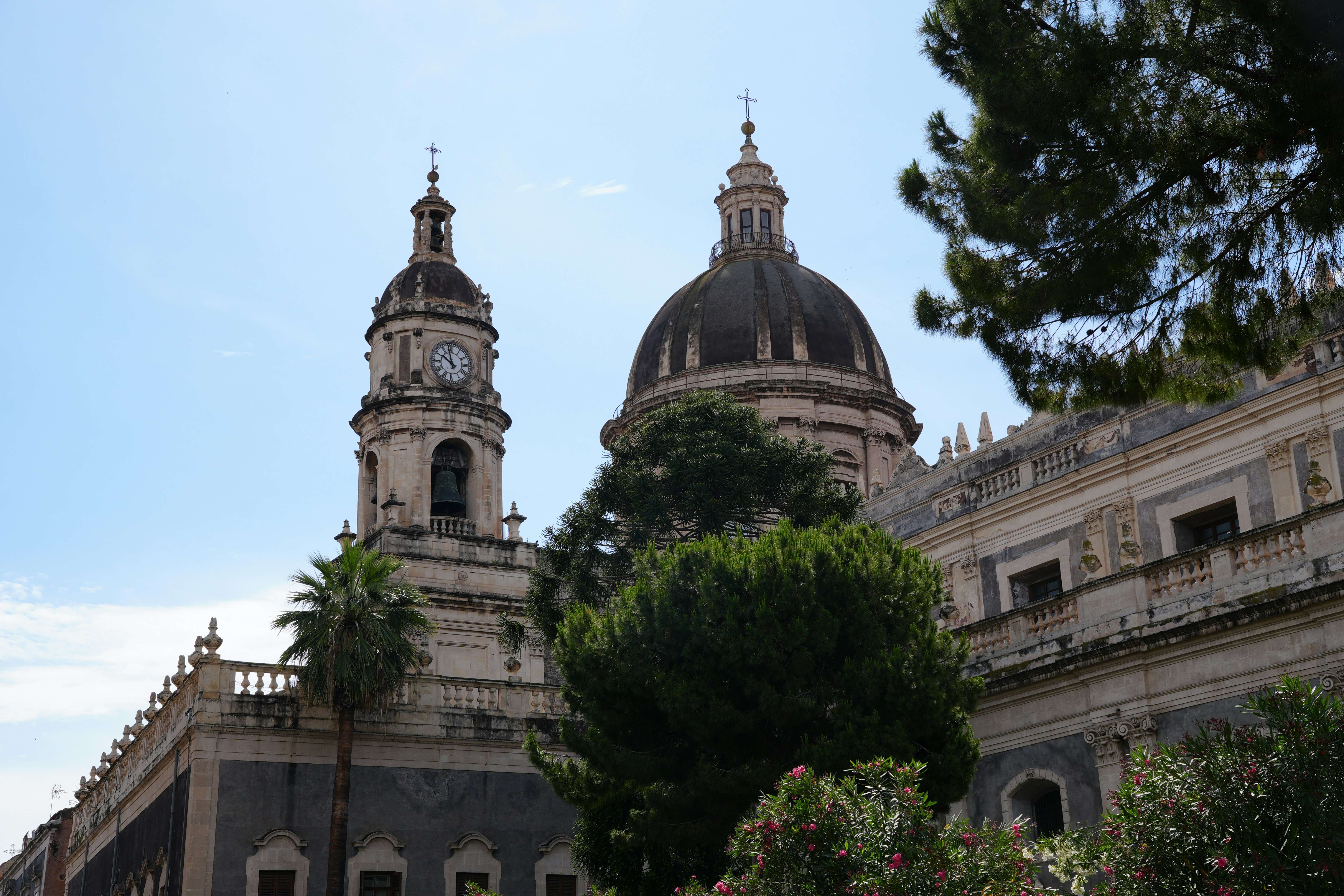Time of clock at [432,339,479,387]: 9:57
